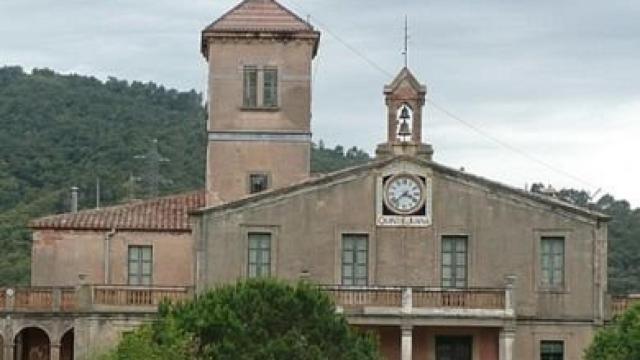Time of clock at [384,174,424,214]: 3:38
